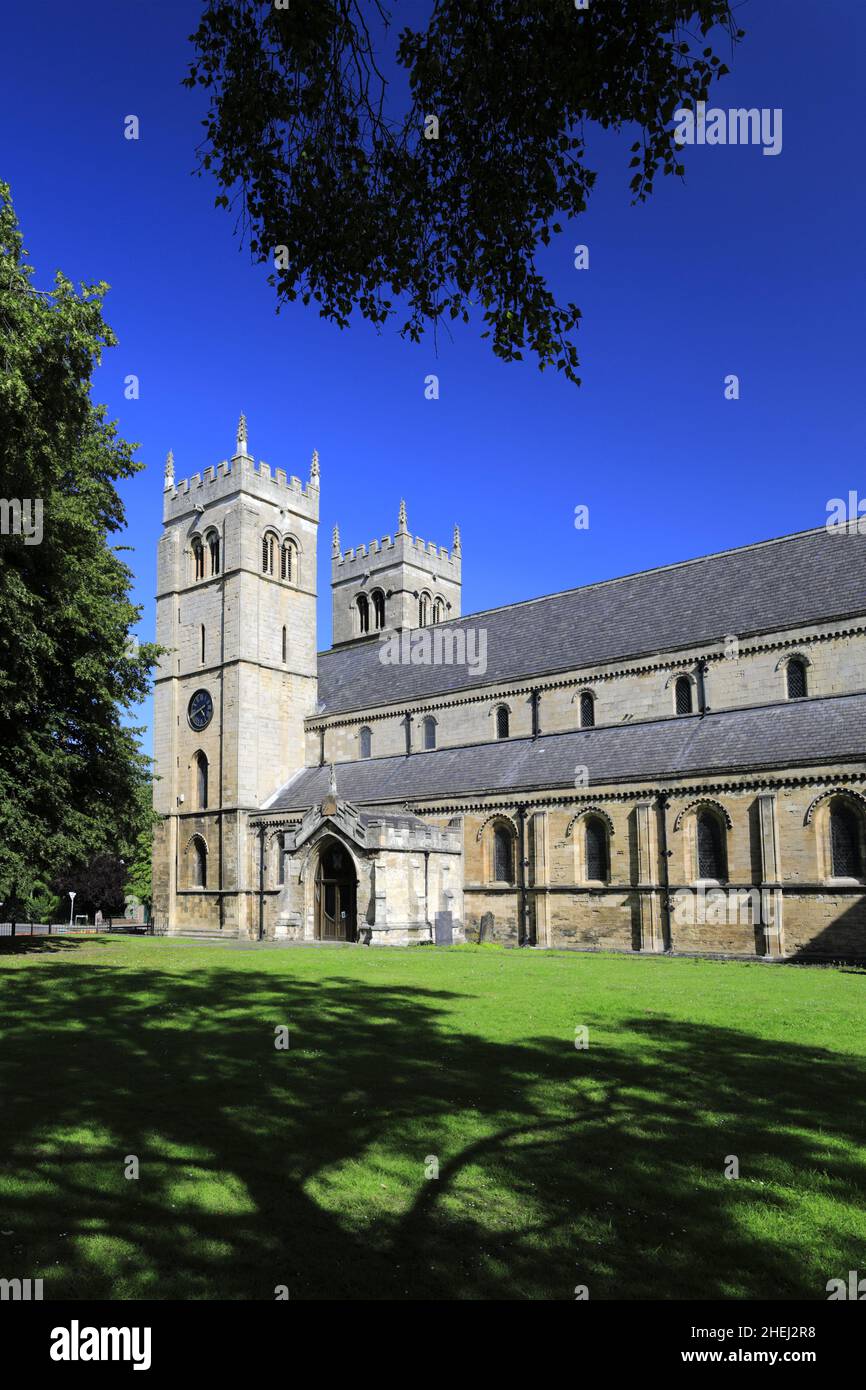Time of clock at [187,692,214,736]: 4:40
